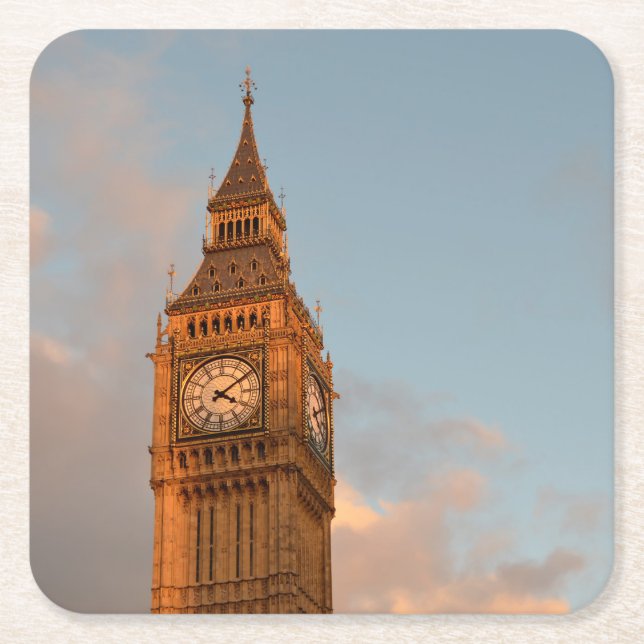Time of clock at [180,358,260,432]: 4:09
